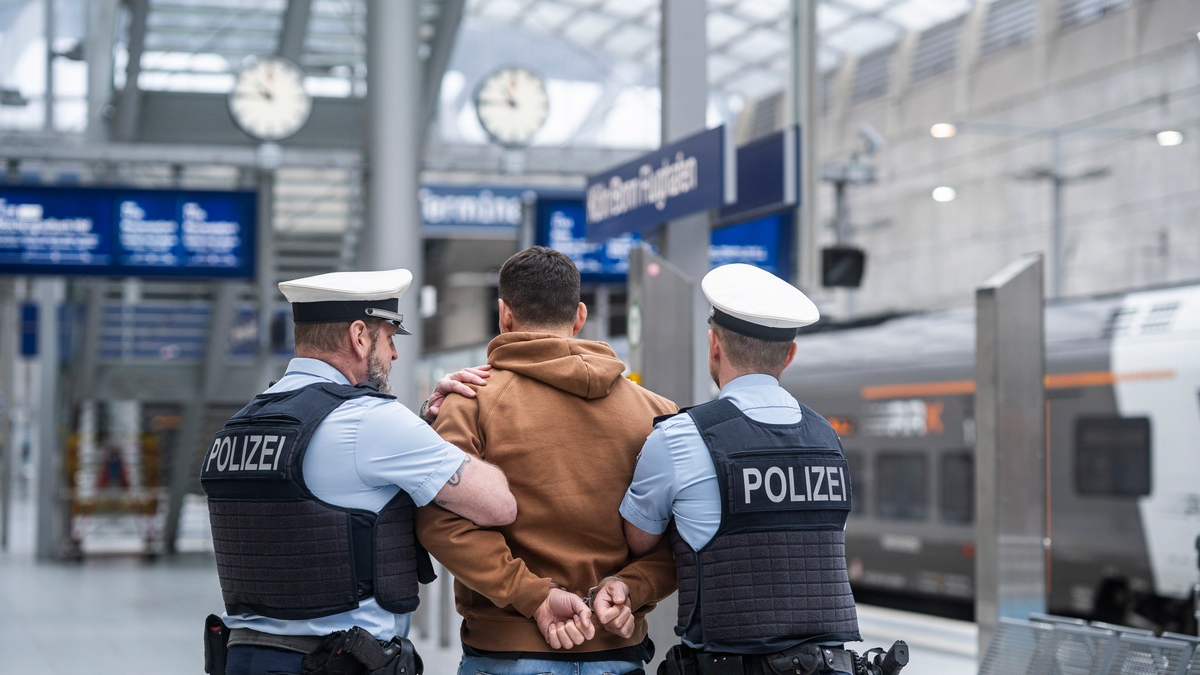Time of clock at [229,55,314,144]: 10:45
